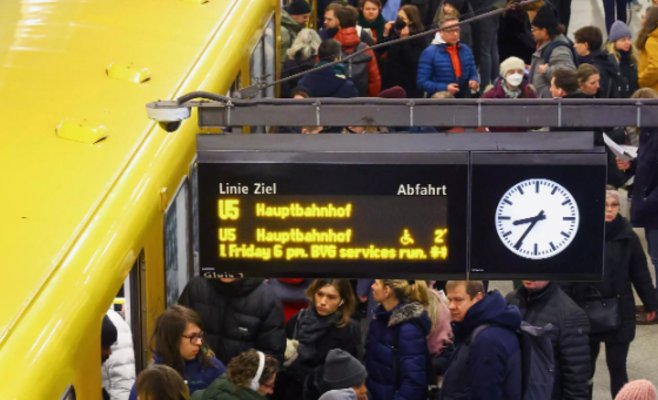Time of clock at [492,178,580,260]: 8:35
